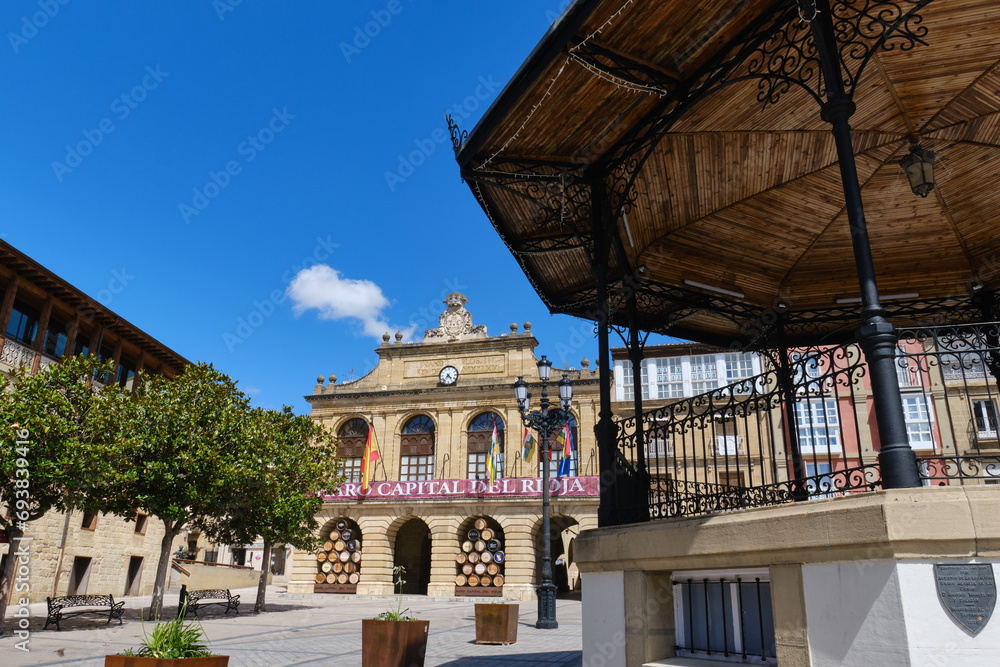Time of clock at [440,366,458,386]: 4:36
